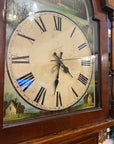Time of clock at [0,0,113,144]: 4:31
